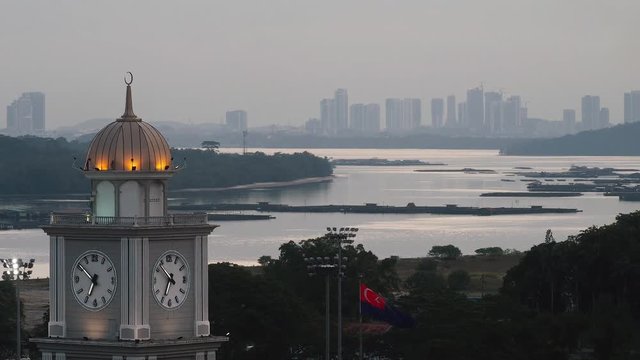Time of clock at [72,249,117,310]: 6:51
